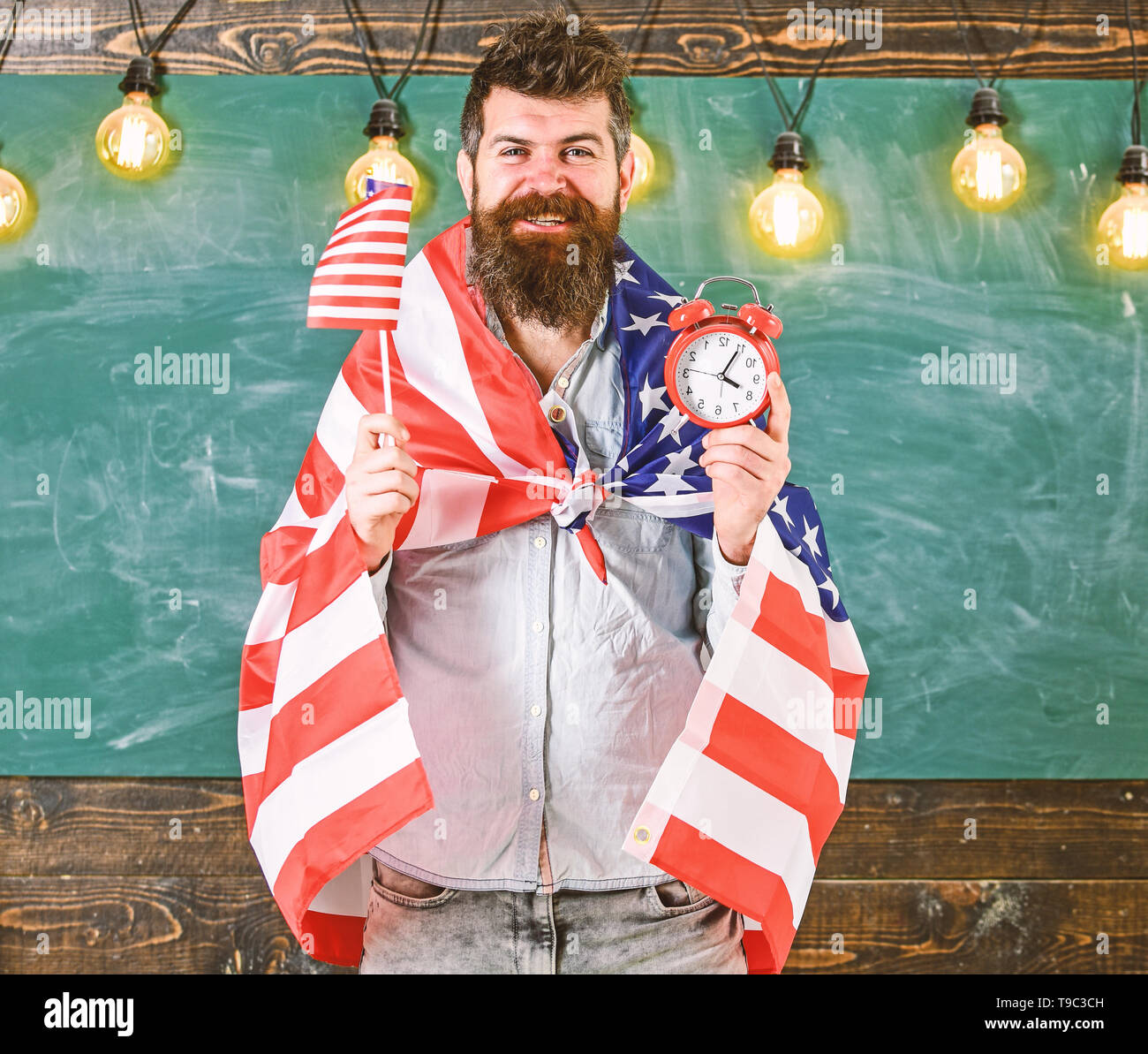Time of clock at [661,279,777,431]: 4:04
